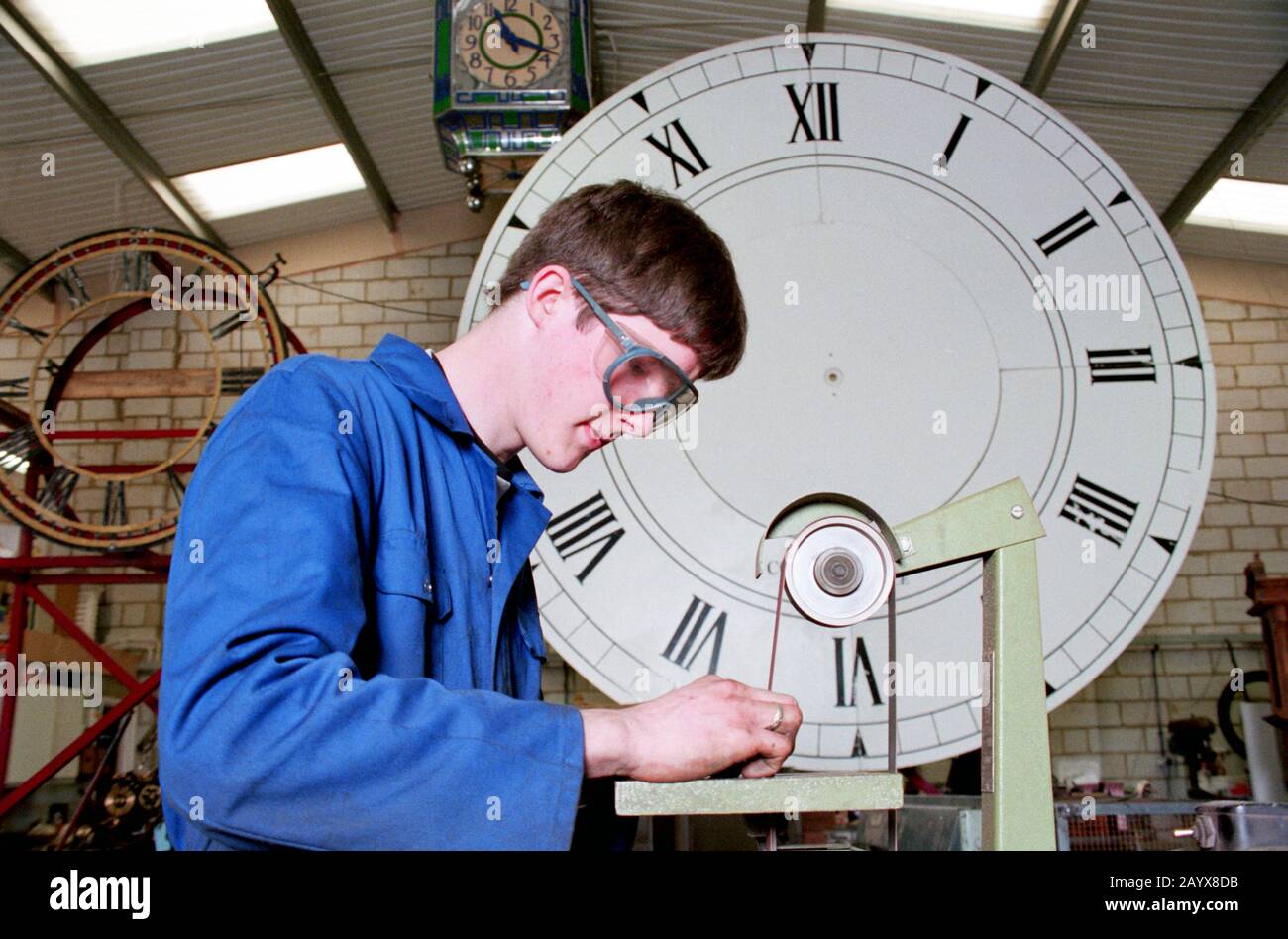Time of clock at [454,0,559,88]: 11:18
